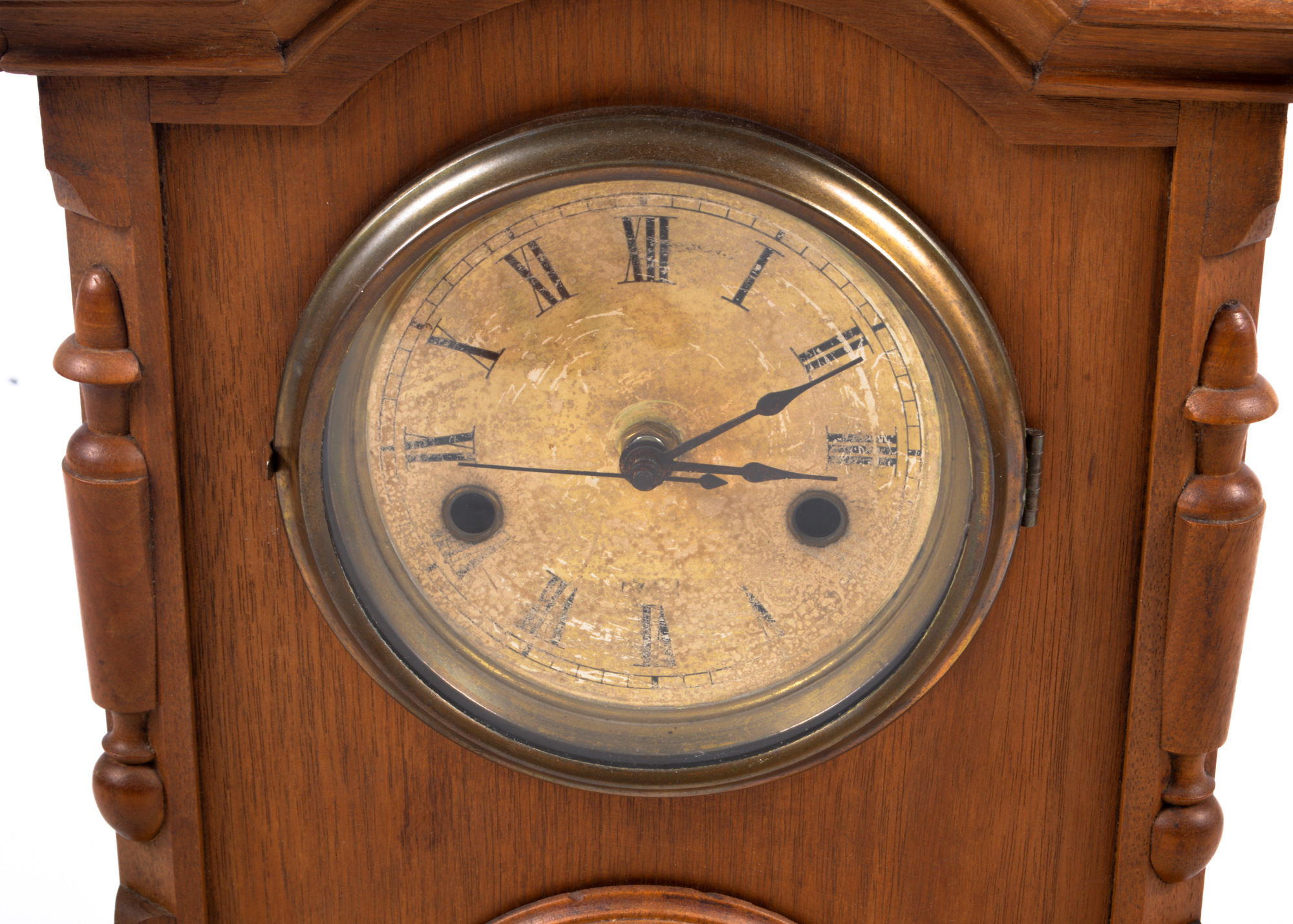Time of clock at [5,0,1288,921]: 3:10
